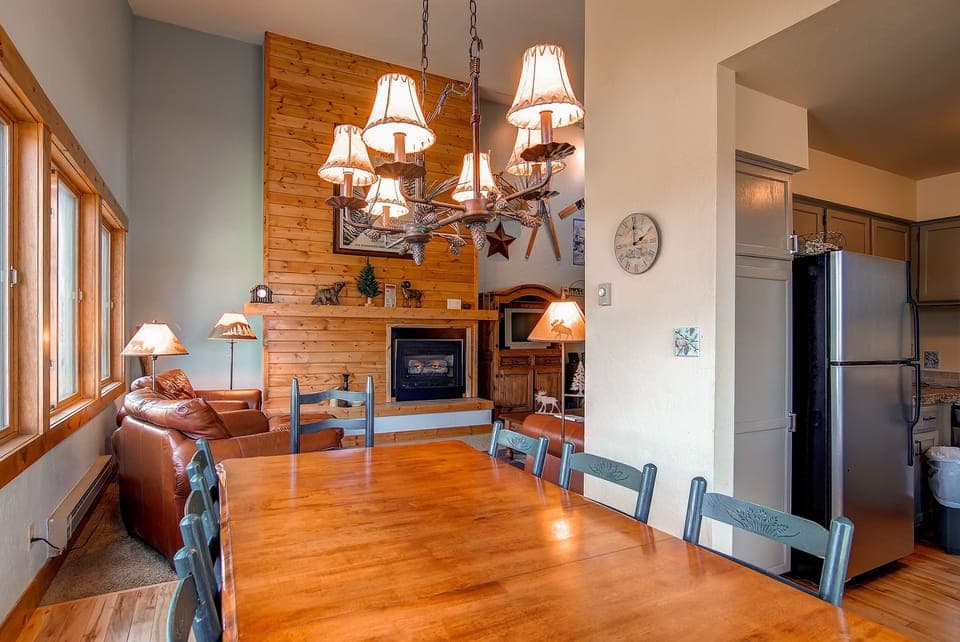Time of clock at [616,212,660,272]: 2:00
